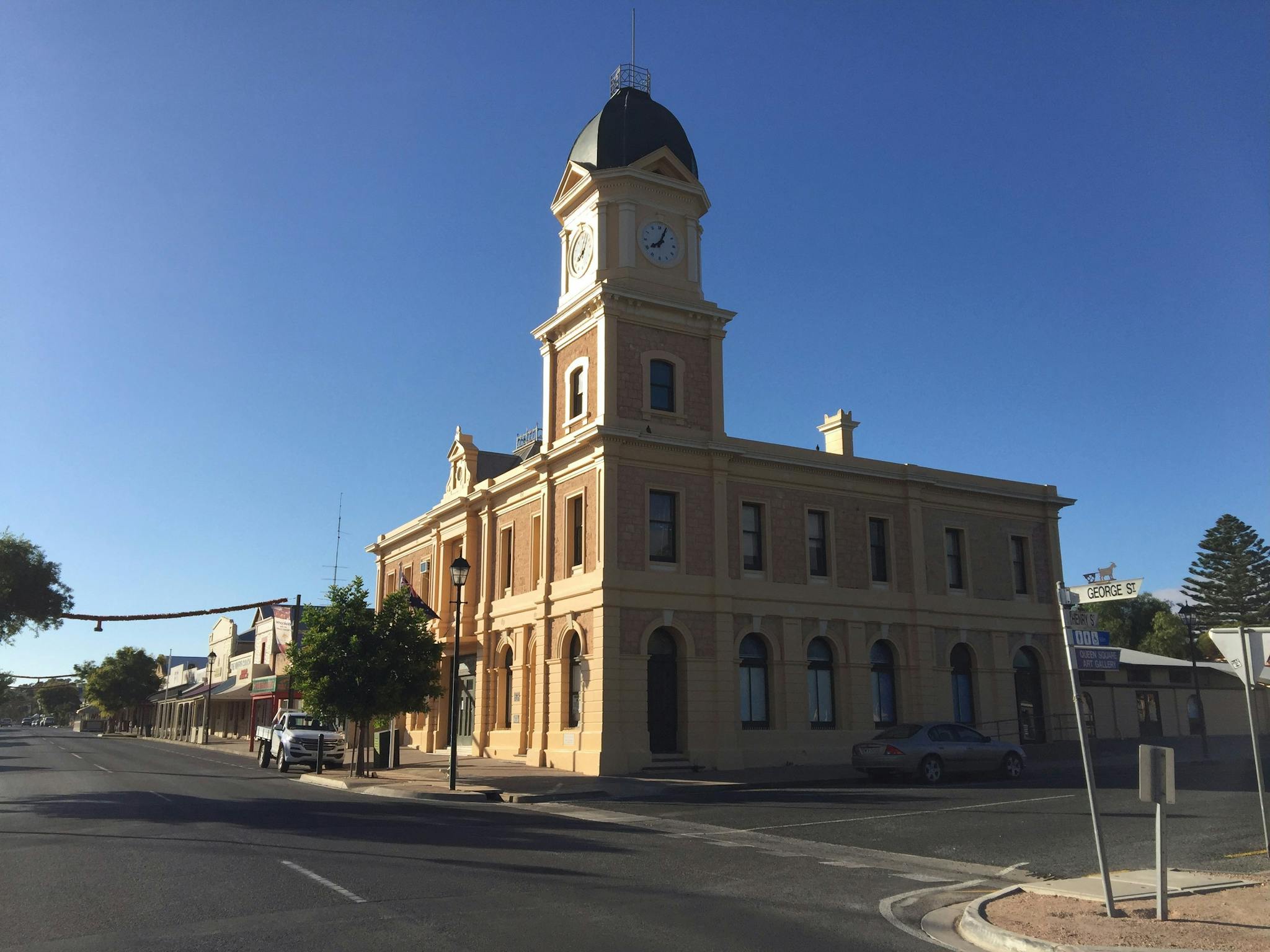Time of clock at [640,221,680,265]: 8:04
